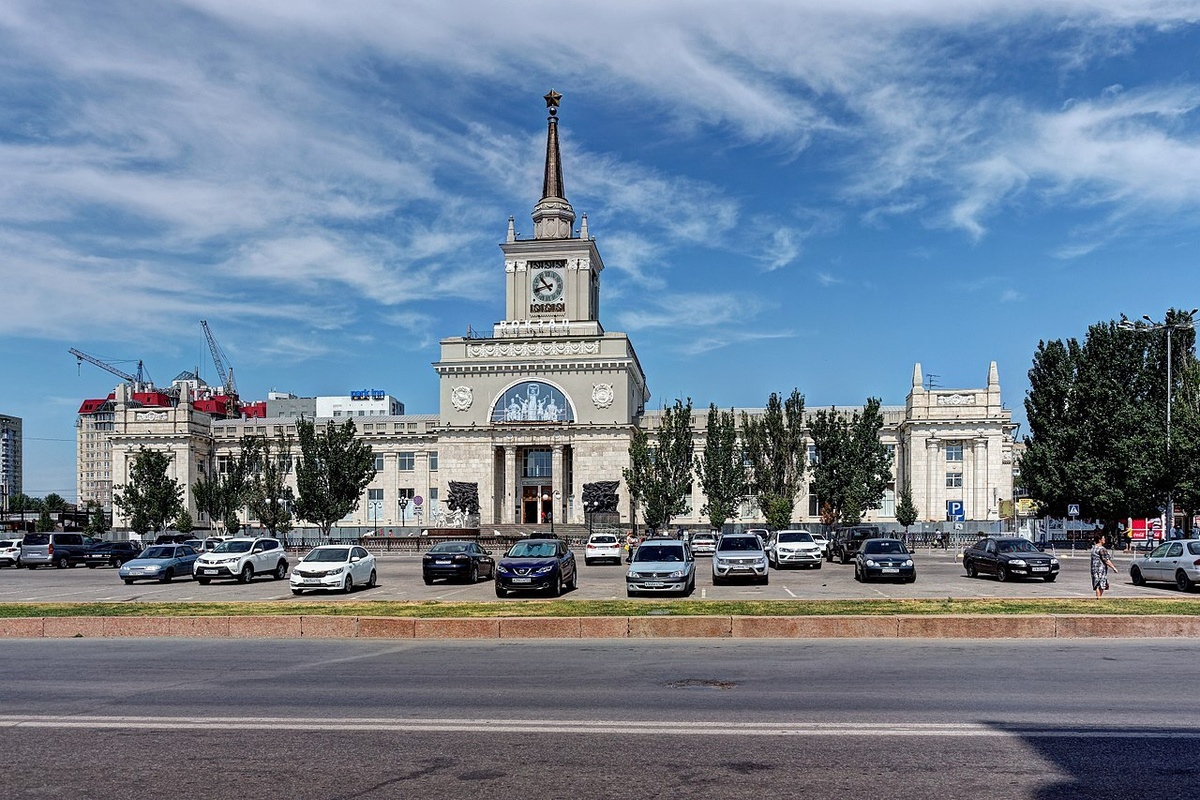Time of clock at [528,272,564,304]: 10:42
